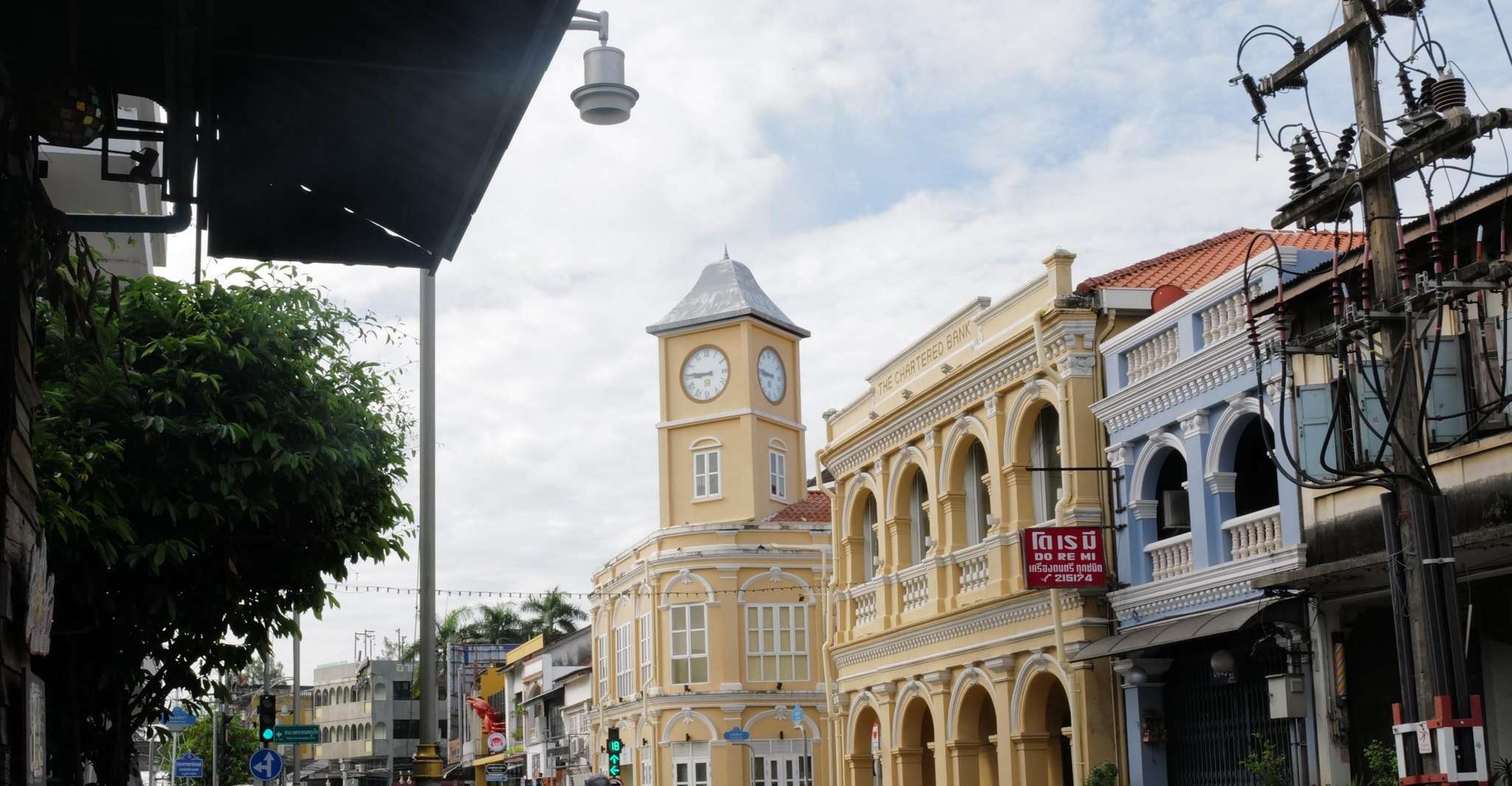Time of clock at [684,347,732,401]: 8:45
